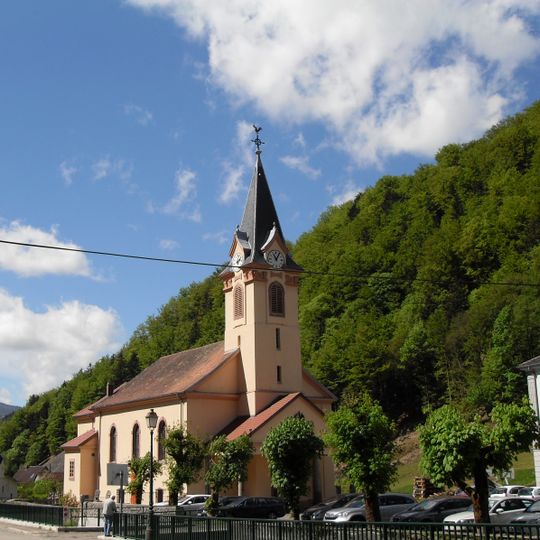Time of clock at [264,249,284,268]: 11:05
